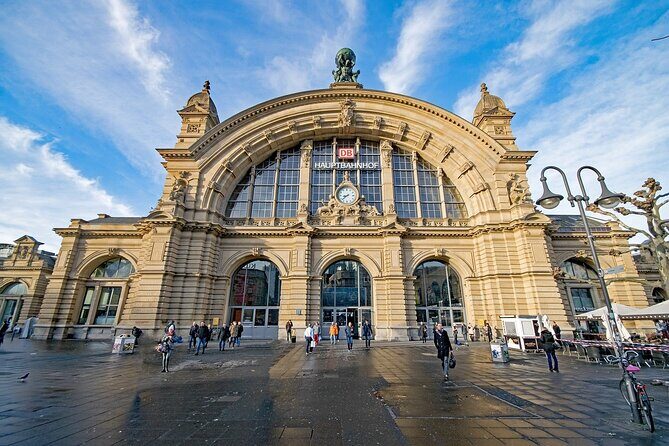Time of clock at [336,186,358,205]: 8:38
